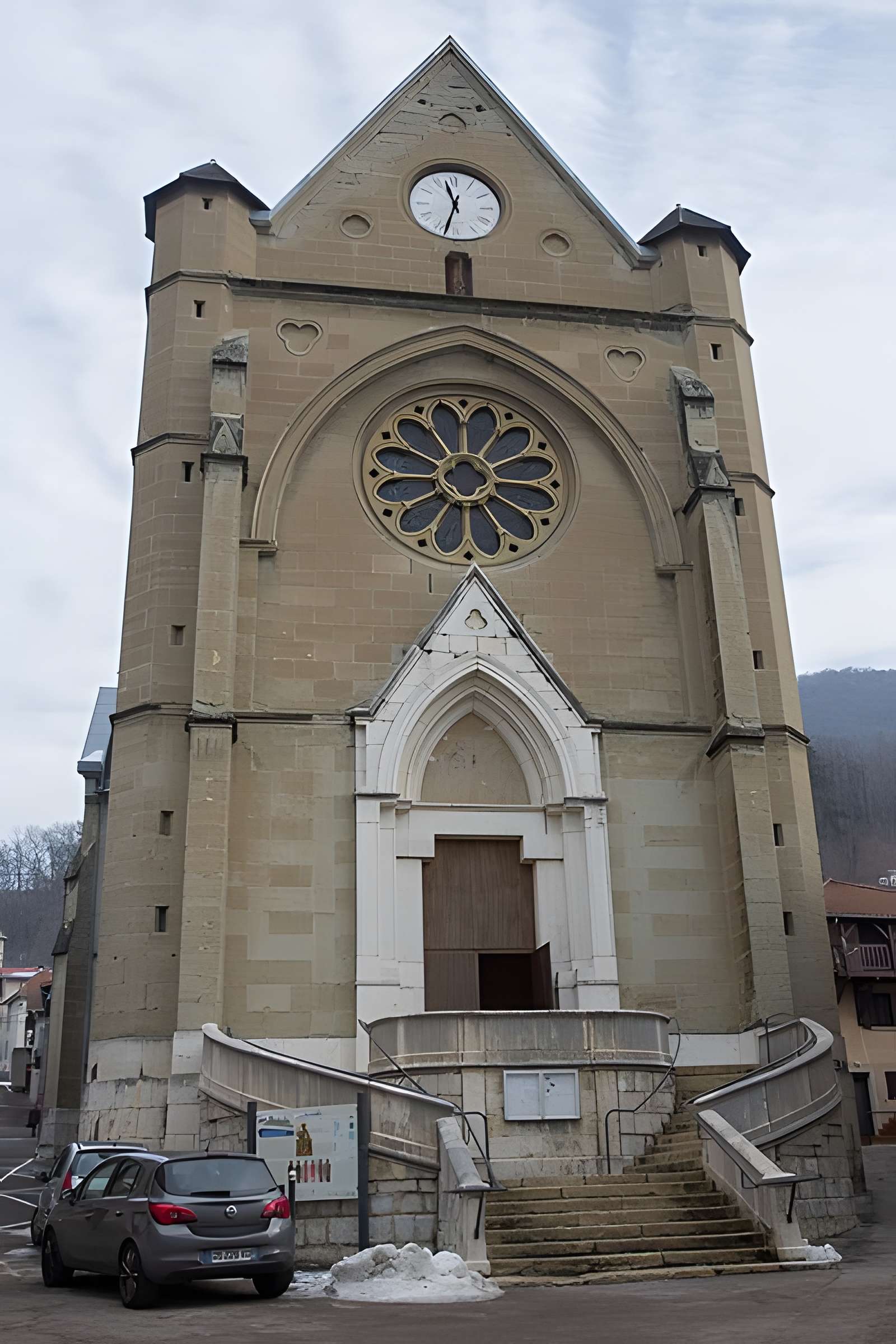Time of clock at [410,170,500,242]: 11:32
